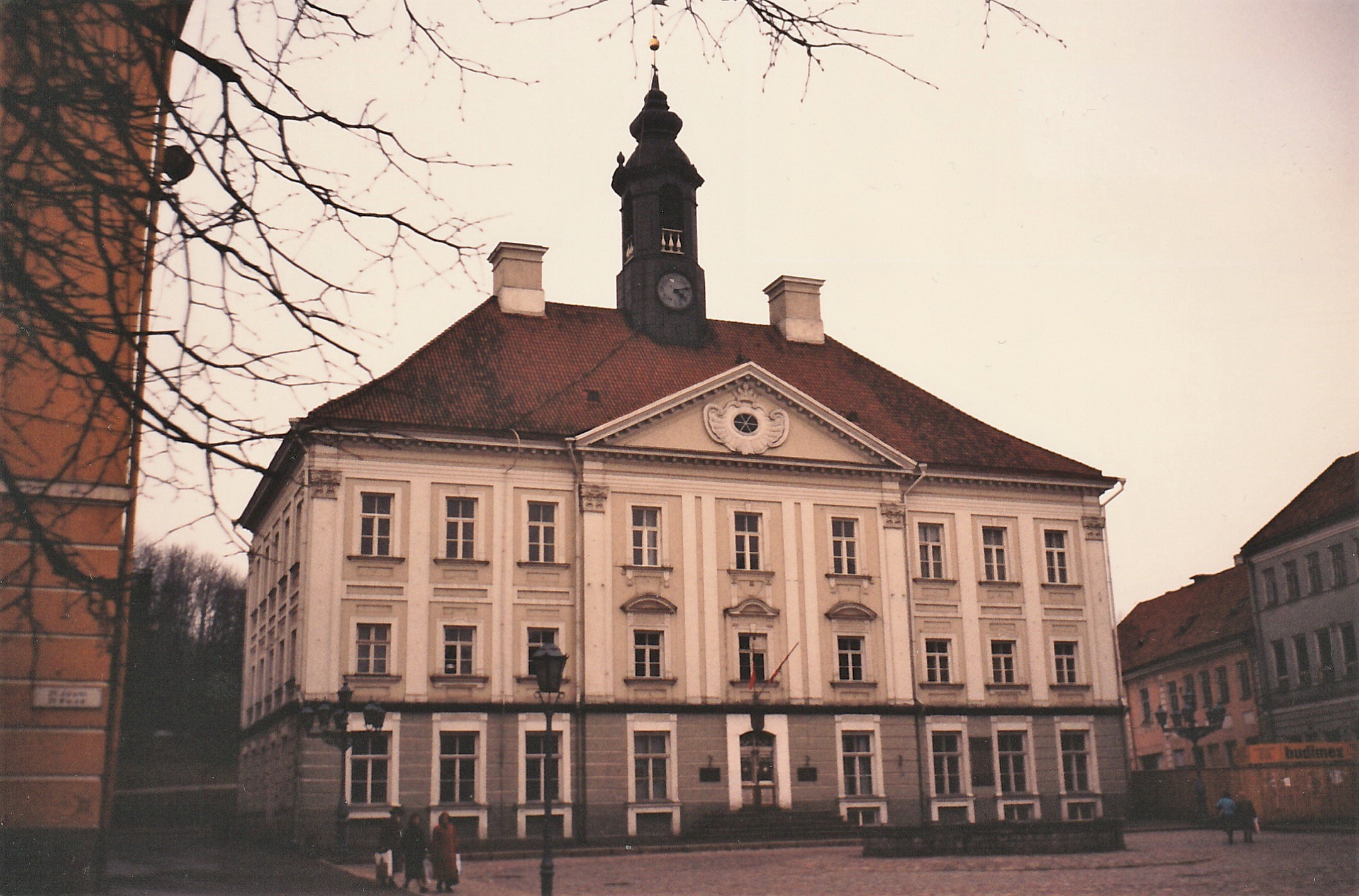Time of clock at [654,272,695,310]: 4:12
